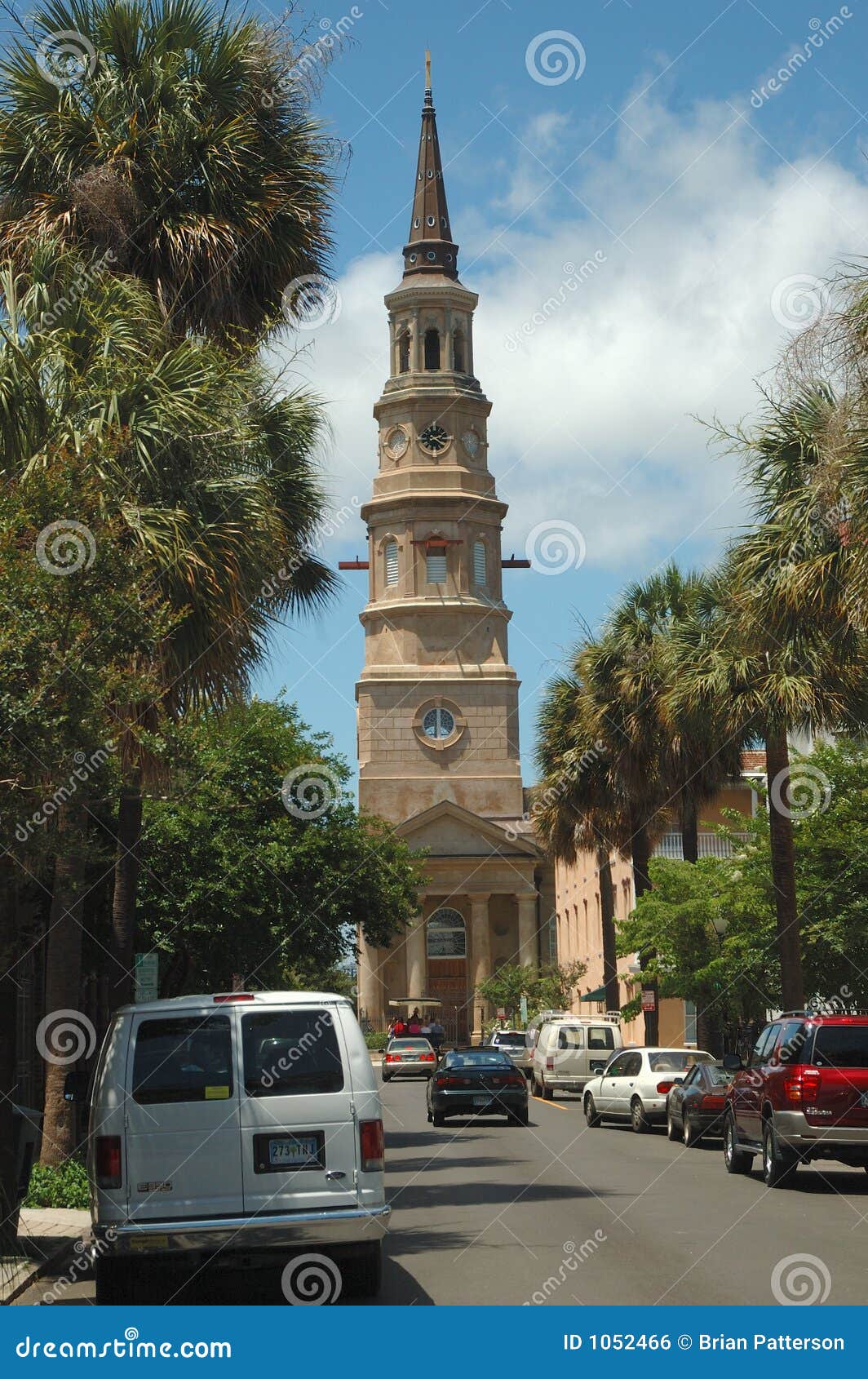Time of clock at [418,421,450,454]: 2:21
